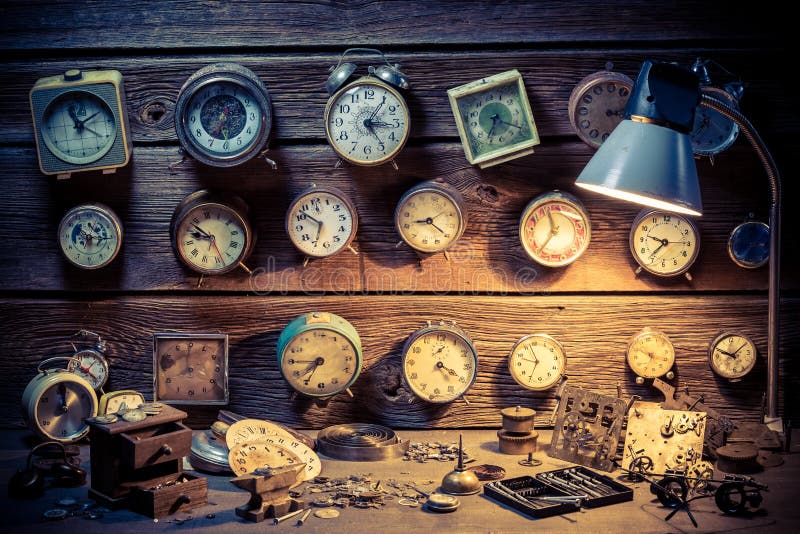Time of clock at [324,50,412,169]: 3:05
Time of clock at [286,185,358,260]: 6:52
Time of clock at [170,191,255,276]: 9:53
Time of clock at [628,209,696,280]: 9:36
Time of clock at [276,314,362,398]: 7:45
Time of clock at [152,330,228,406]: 7:59
